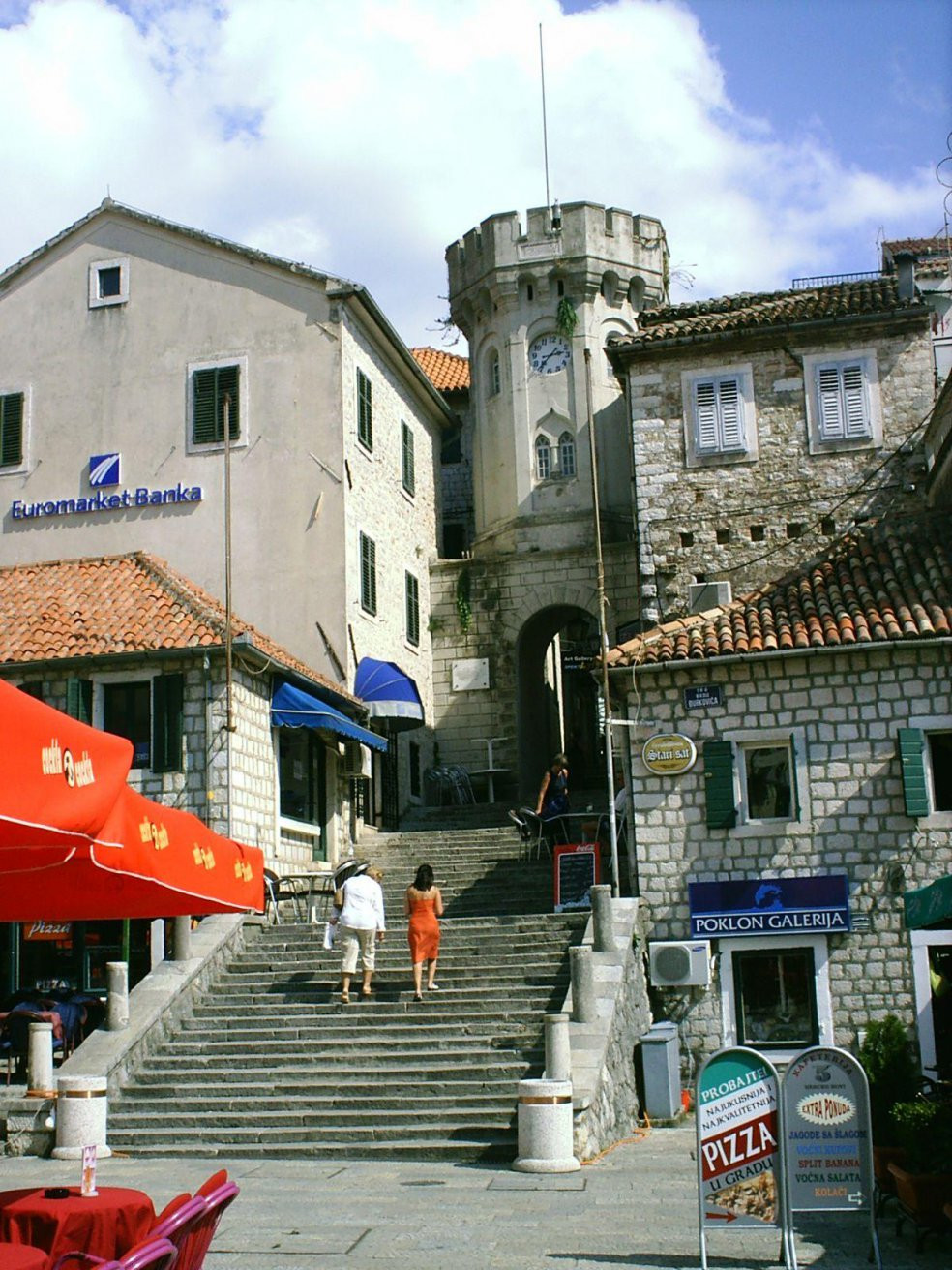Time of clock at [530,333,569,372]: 2:36
